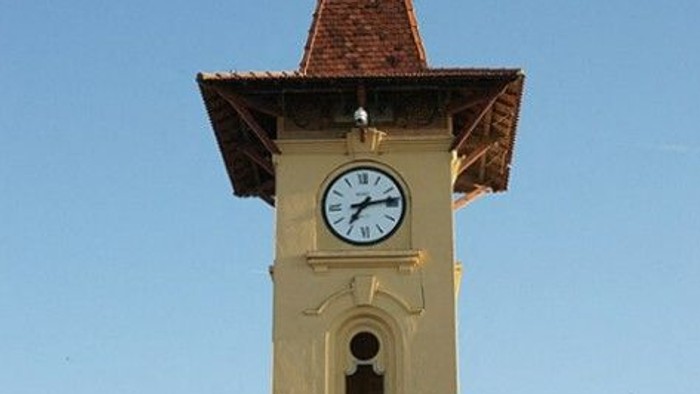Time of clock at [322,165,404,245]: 7:13
